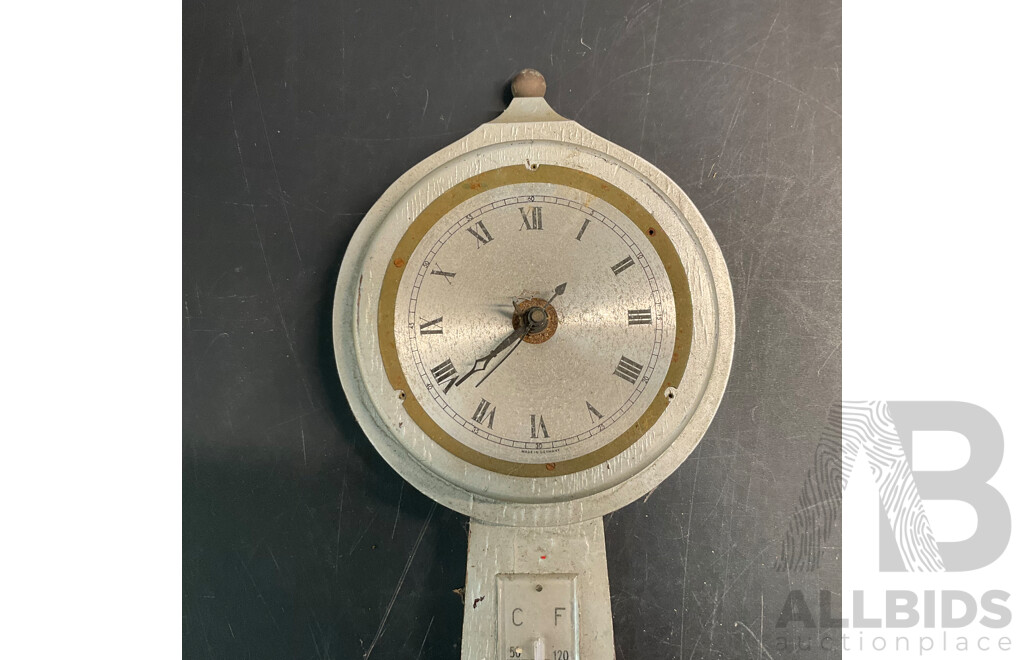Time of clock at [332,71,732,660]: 7:38
